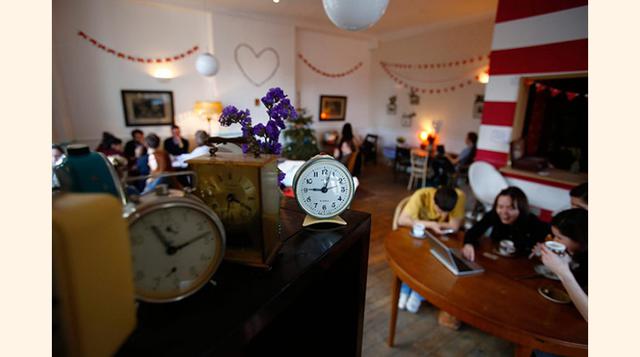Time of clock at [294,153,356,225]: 9:03
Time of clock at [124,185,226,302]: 11:12
